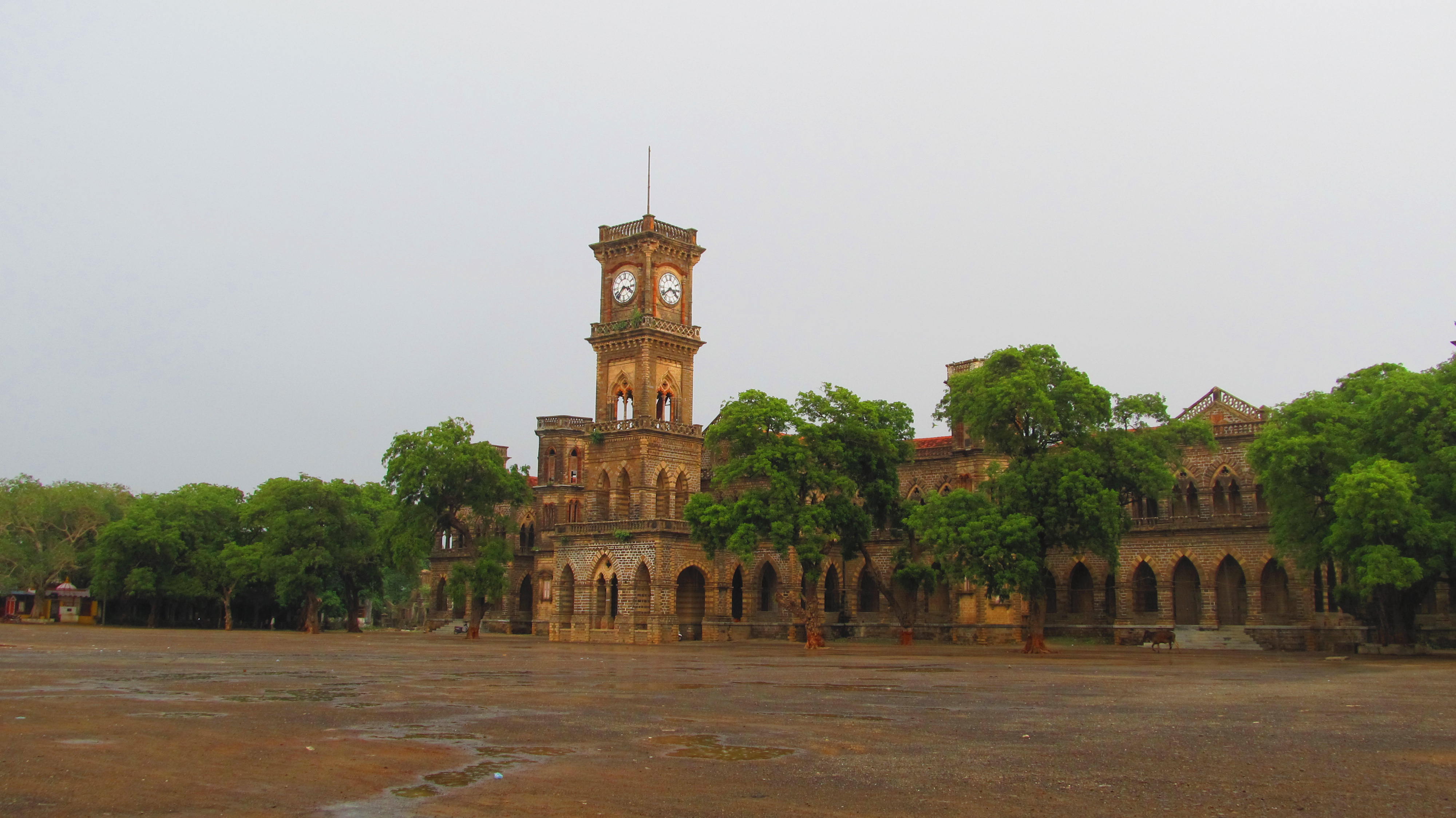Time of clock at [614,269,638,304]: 3:37
